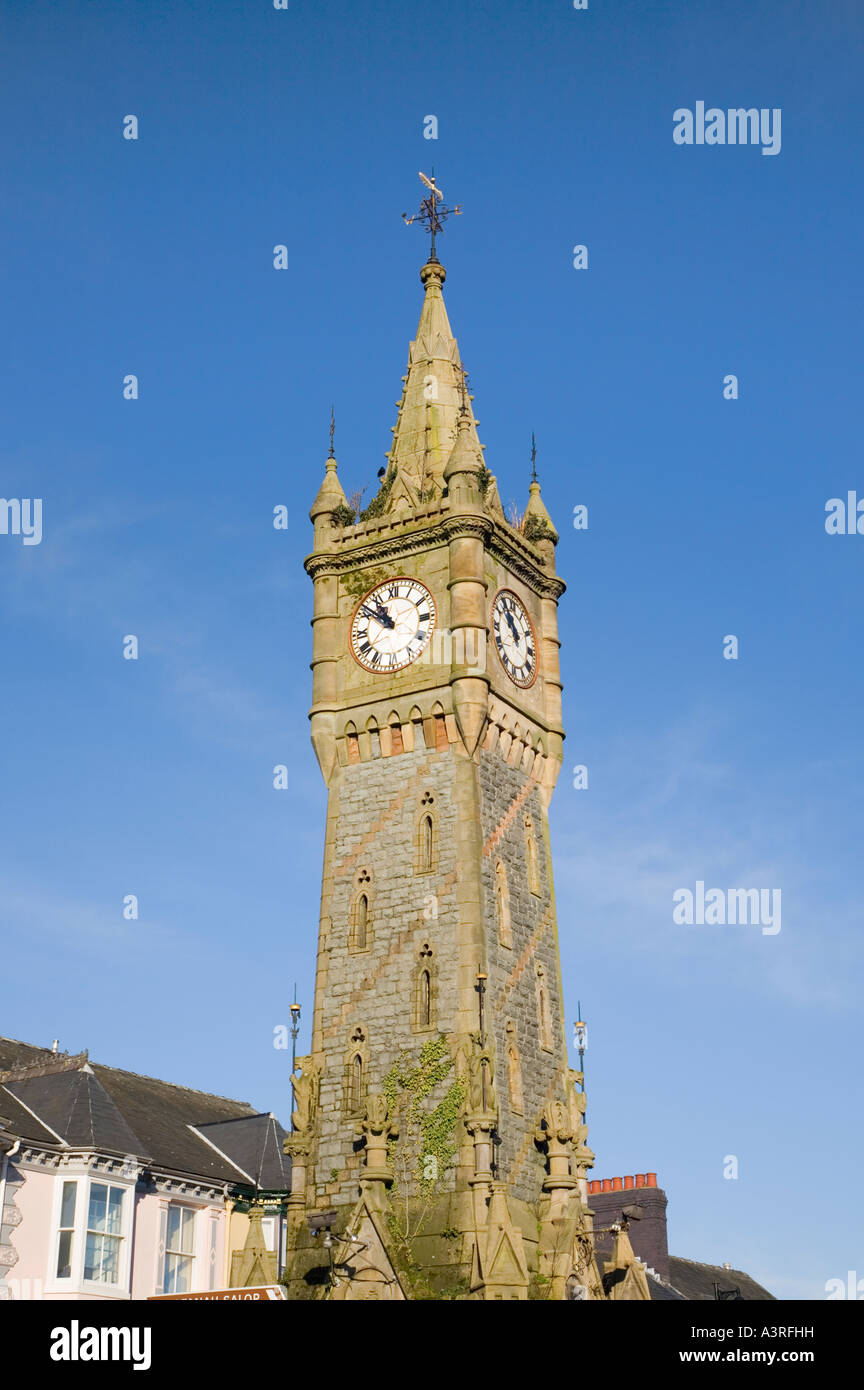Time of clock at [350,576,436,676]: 10:51
